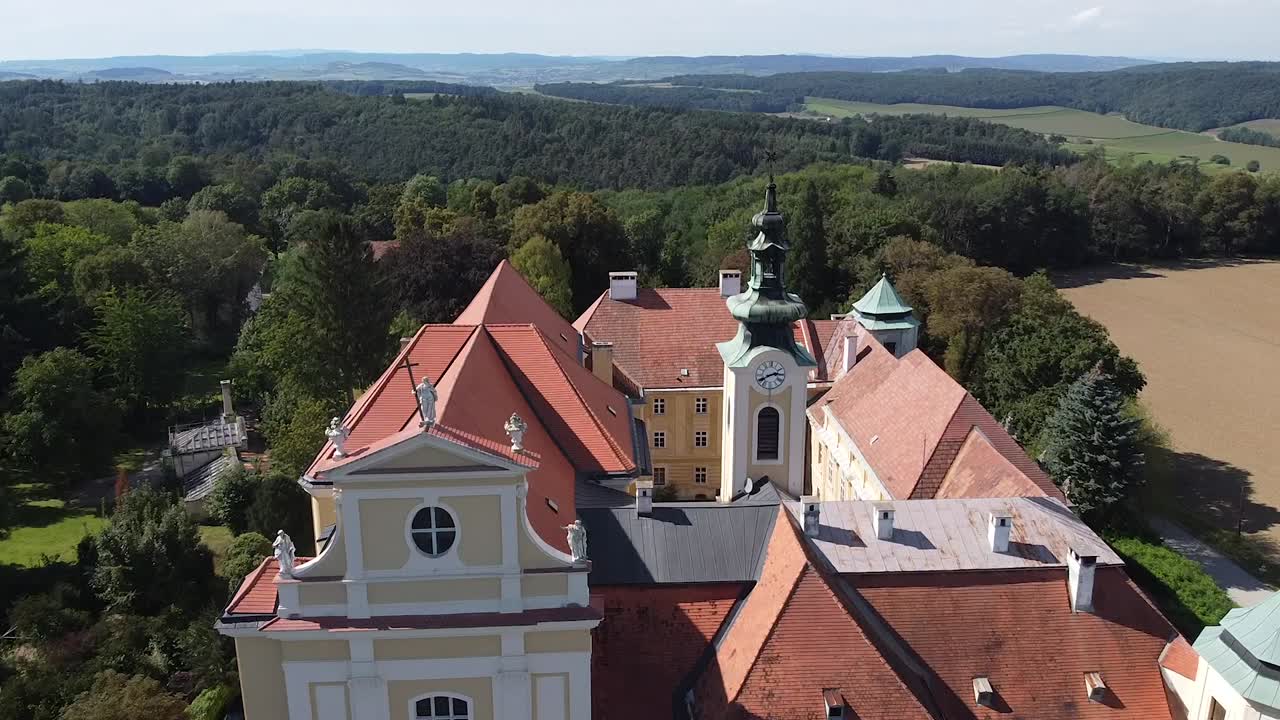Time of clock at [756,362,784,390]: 2:40
